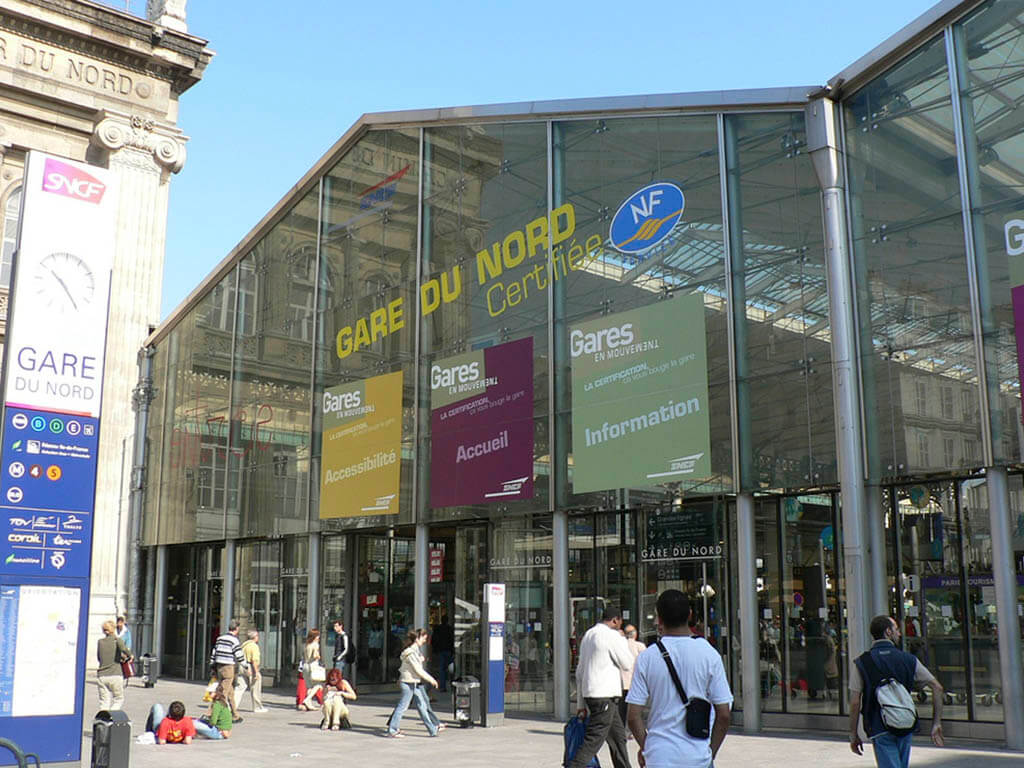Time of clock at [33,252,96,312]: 10:24
